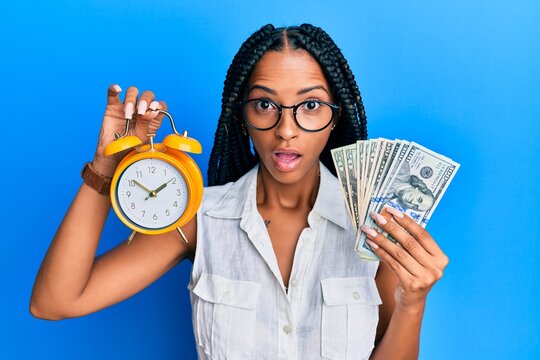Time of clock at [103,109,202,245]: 1:50
